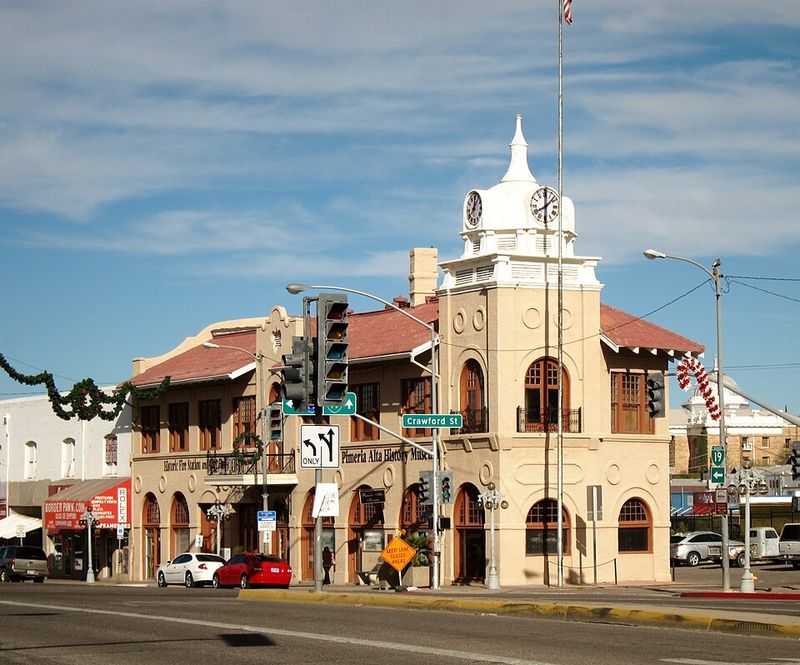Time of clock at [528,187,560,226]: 8:07
